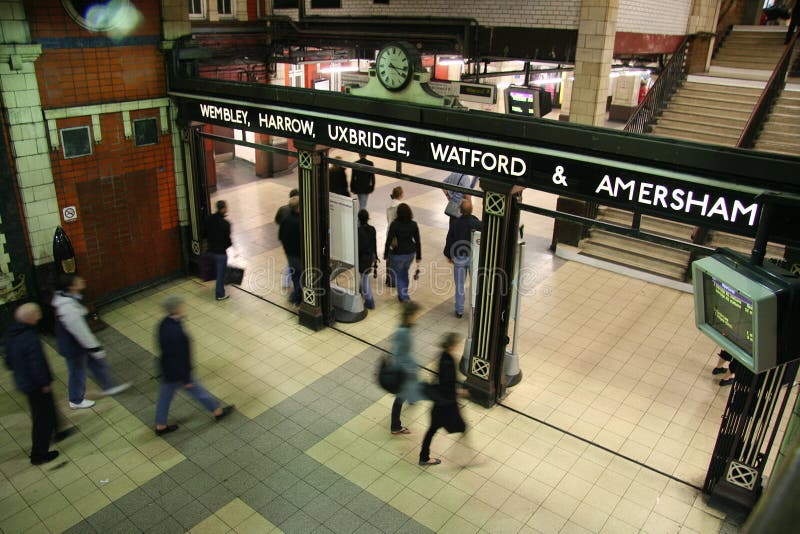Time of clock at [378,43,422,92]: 4:16
